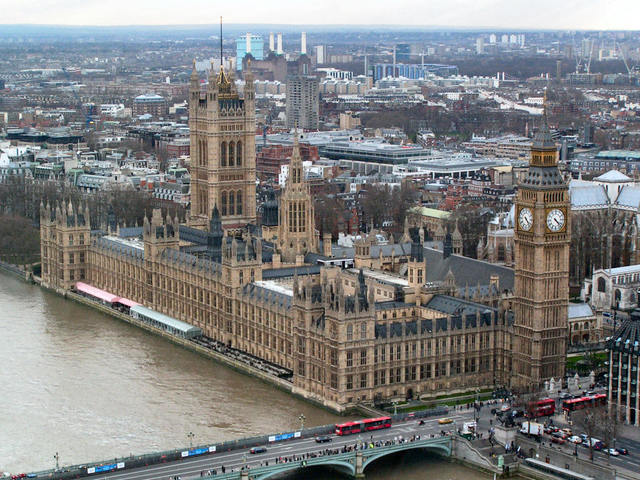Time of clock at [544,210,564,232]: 4:22
